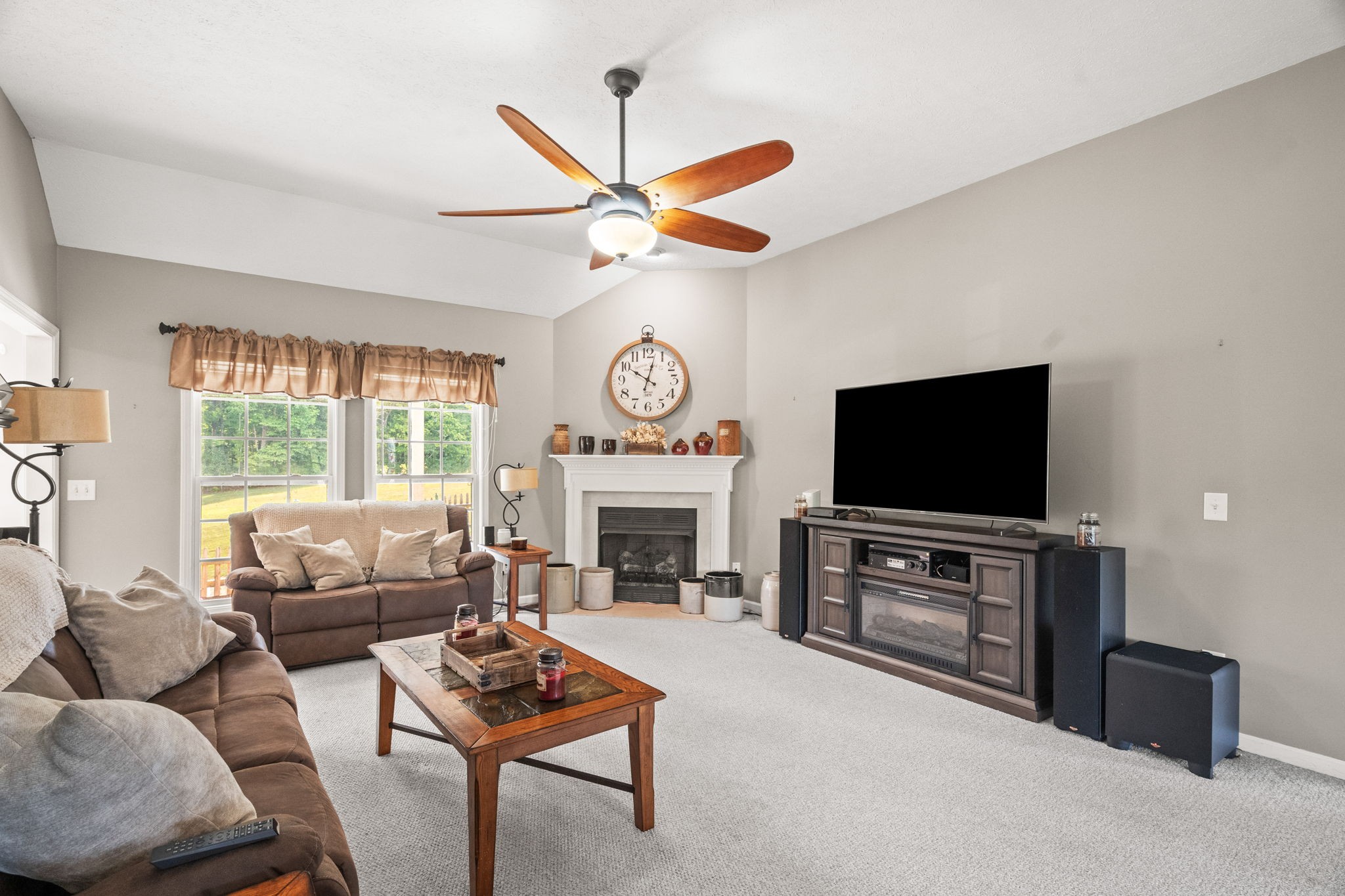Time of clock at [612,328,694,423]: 10:02
